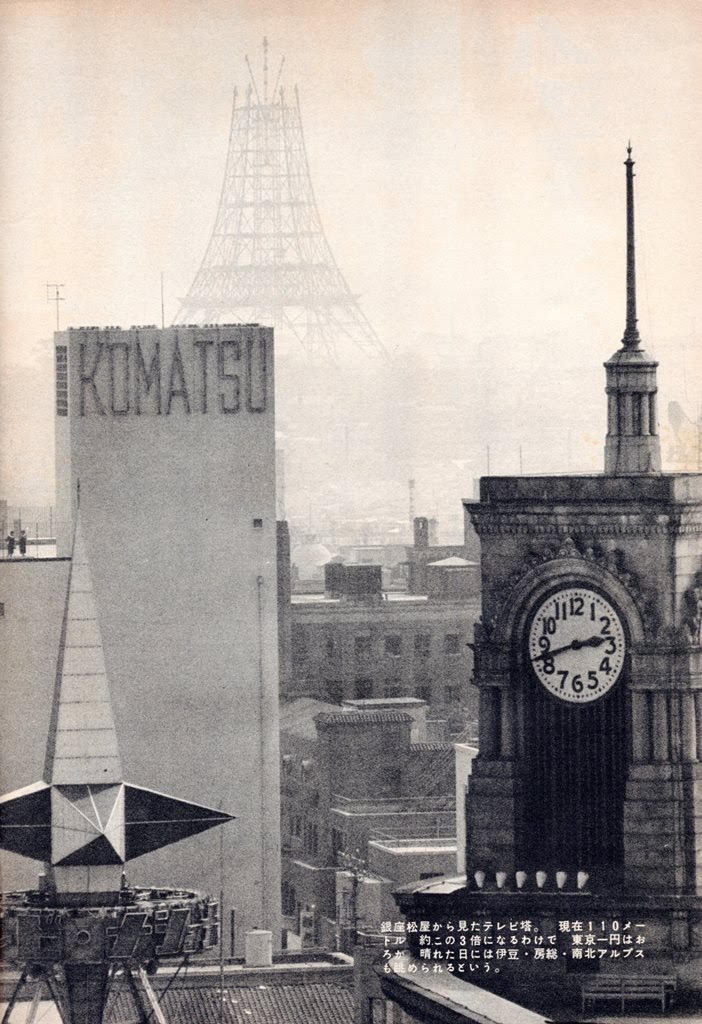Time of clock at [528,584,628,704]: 2:42
